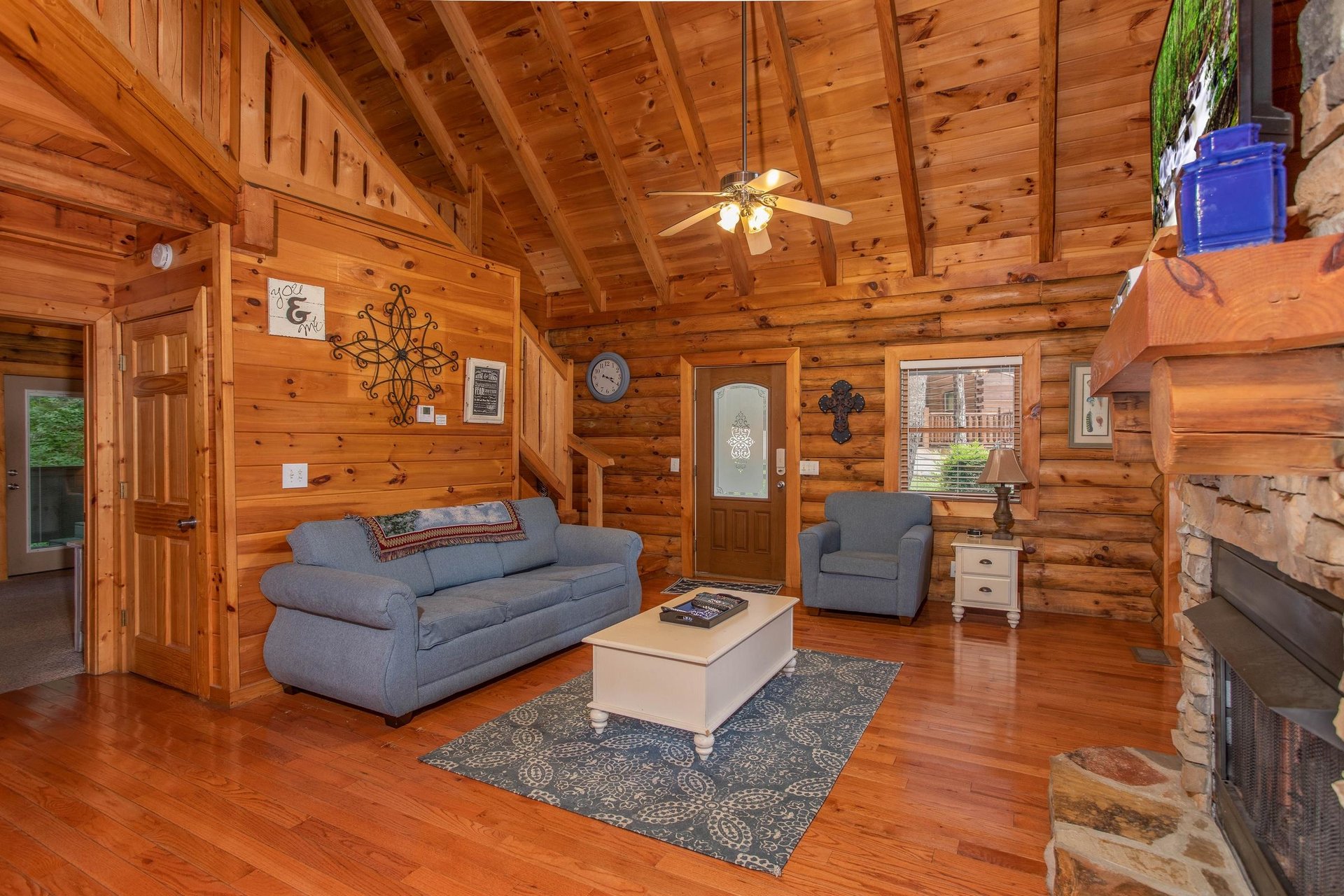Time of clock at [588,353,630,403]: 3:20
